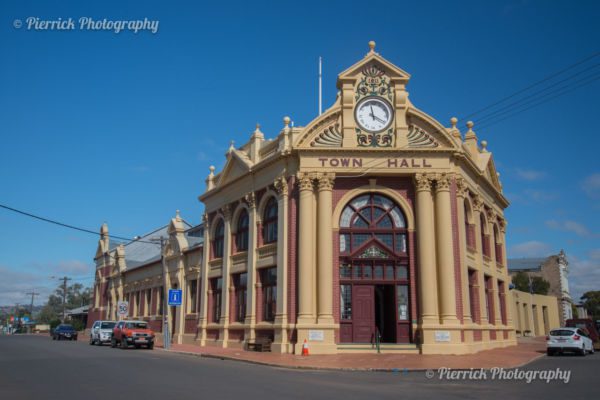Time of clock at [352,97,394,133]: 3:58
